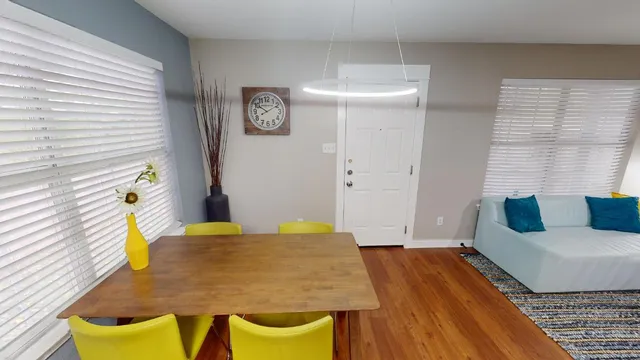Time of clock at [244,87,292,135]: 10:10
